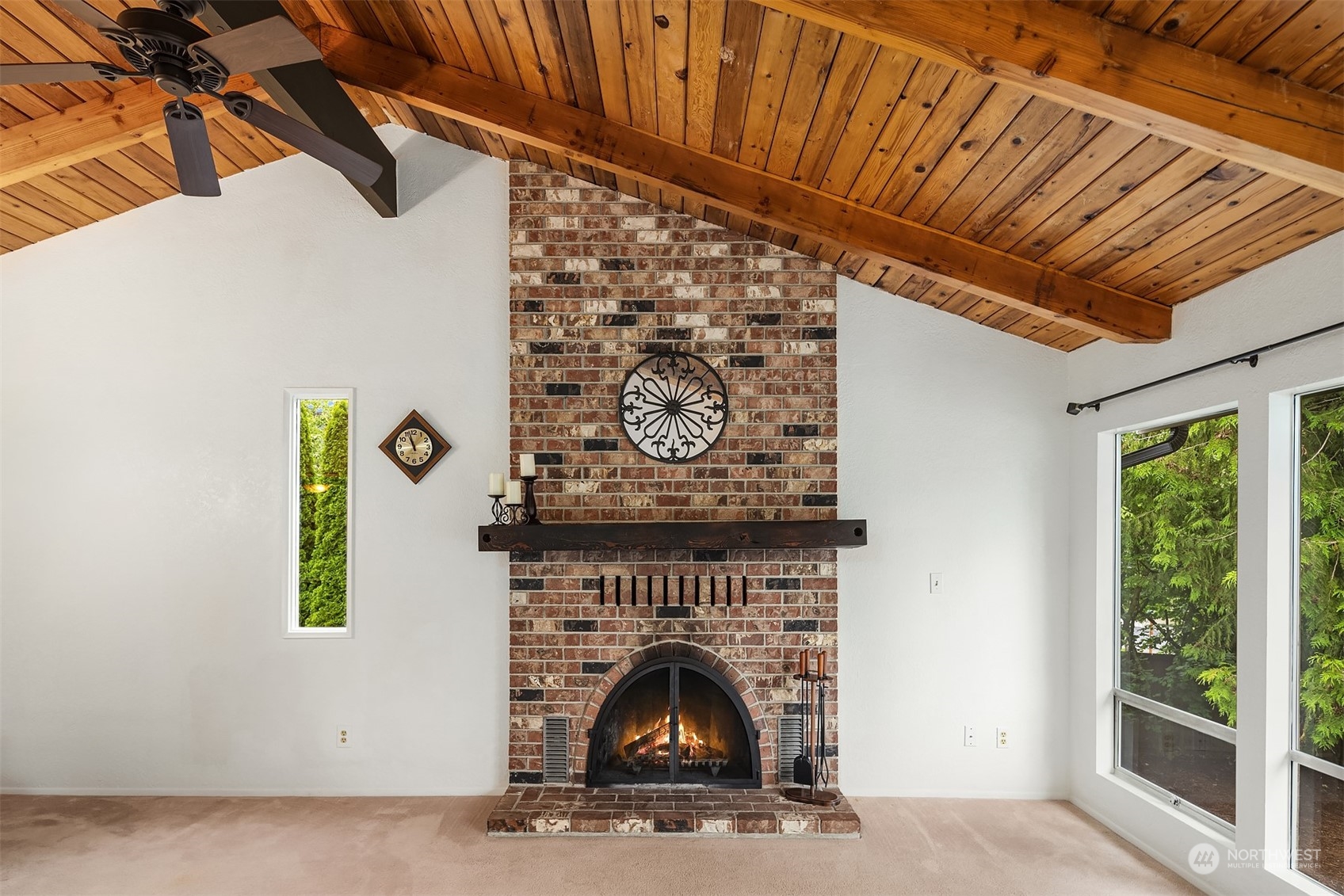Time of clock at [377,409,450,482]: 10:56
